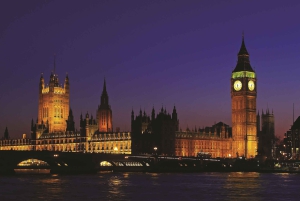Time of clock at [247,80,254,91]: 6:32
